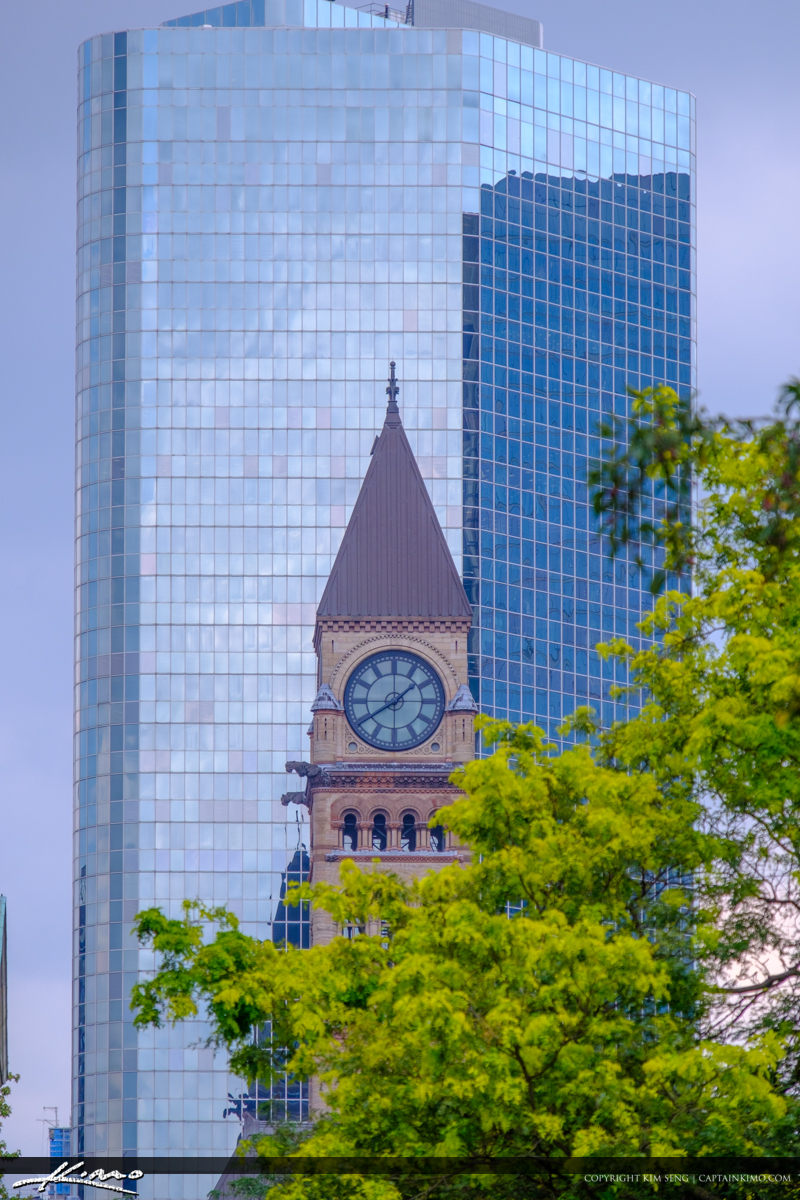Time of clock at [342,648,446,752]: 1:39
